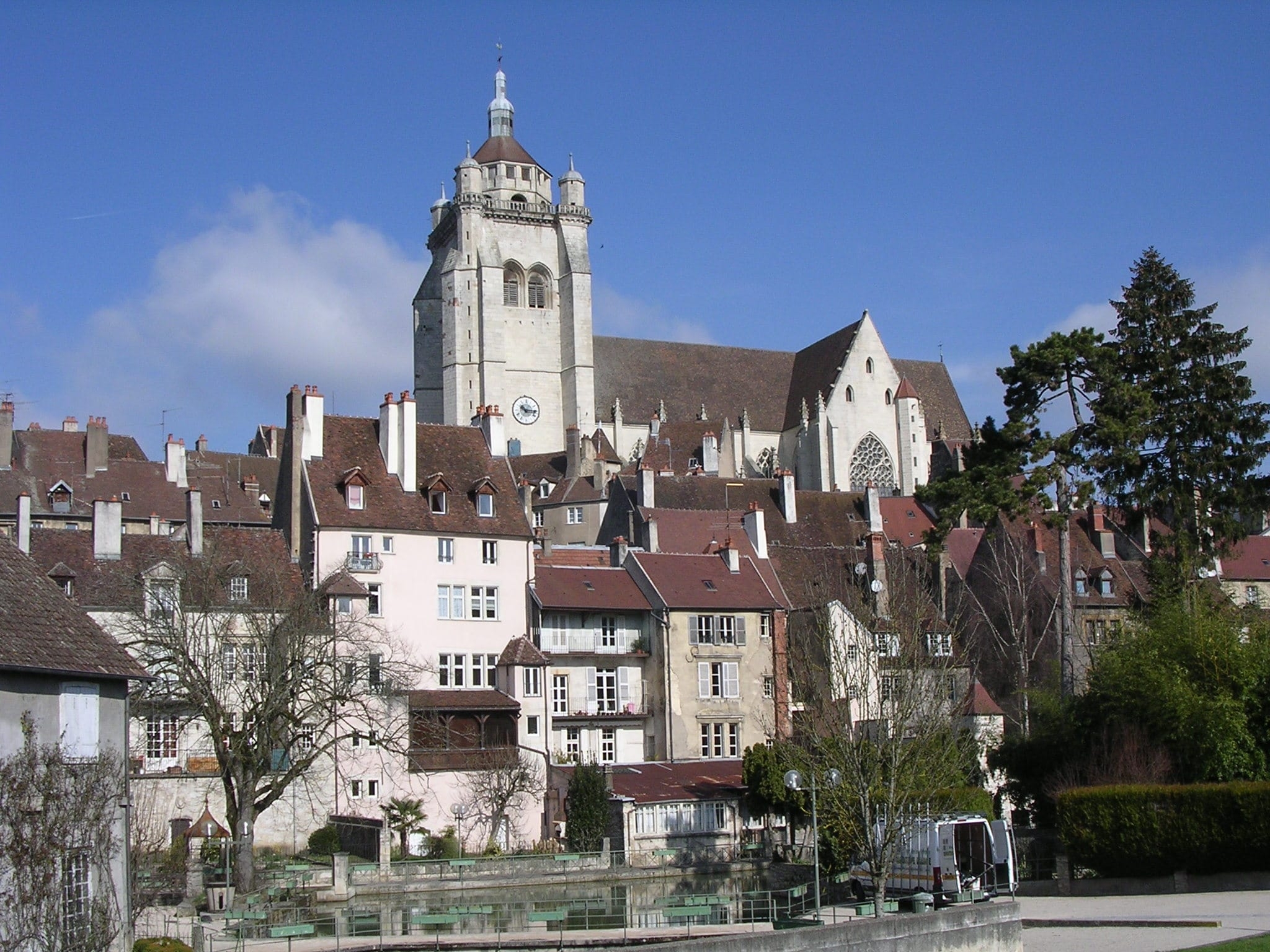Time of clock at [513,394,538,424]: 10:15
